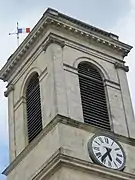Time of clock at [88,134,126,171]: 5:36
